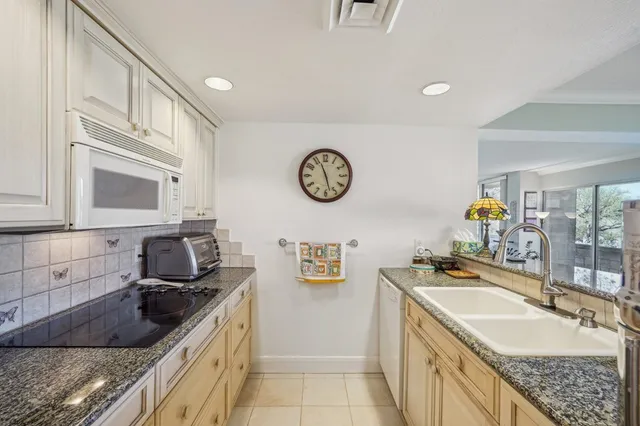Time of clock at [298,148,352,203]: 11:27
